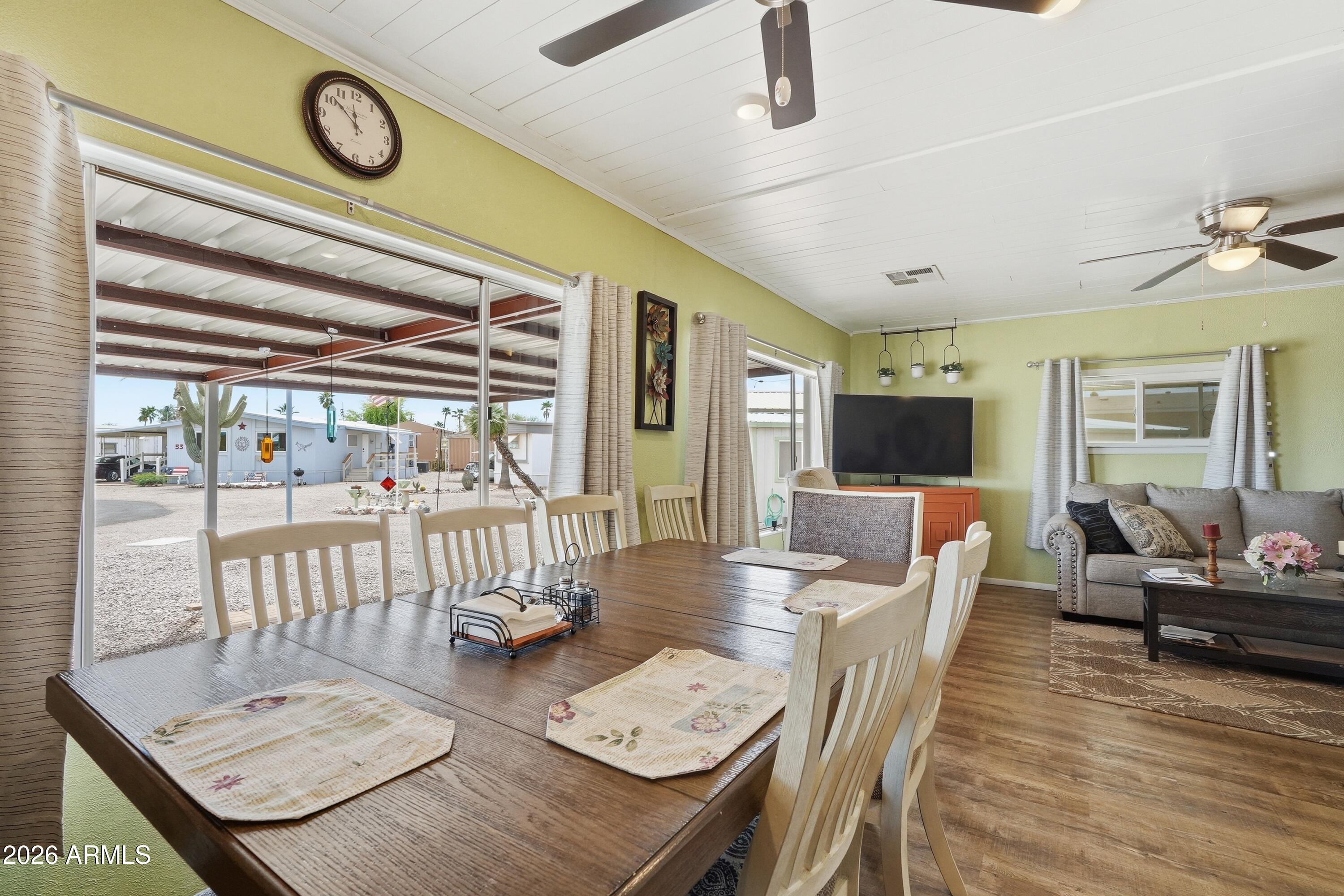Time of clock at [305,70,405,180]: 11:51
